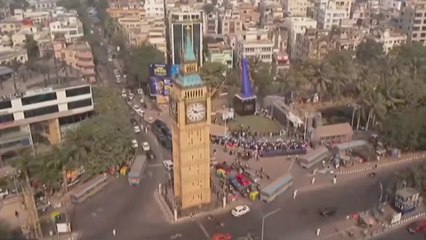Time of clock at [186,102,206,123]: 10:14
